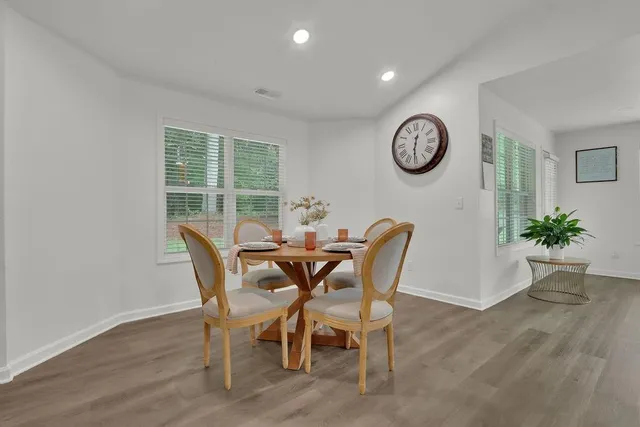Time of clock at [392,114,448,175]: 12:30
